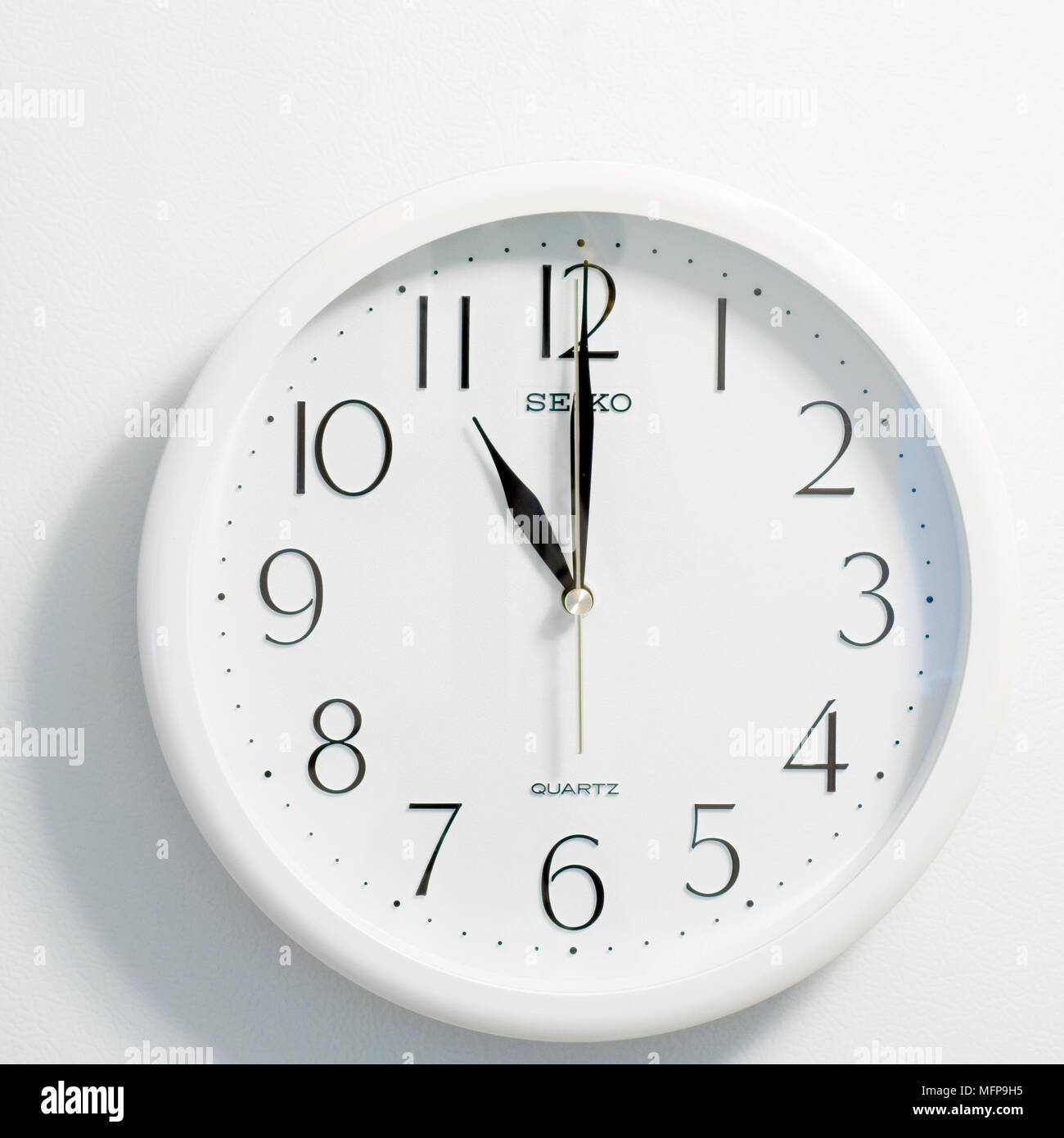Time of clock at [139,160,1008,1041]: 11:00
